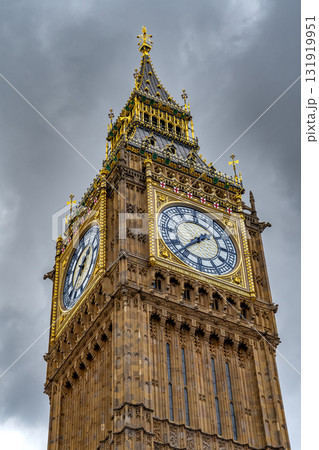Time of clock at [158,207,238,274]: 1:37
